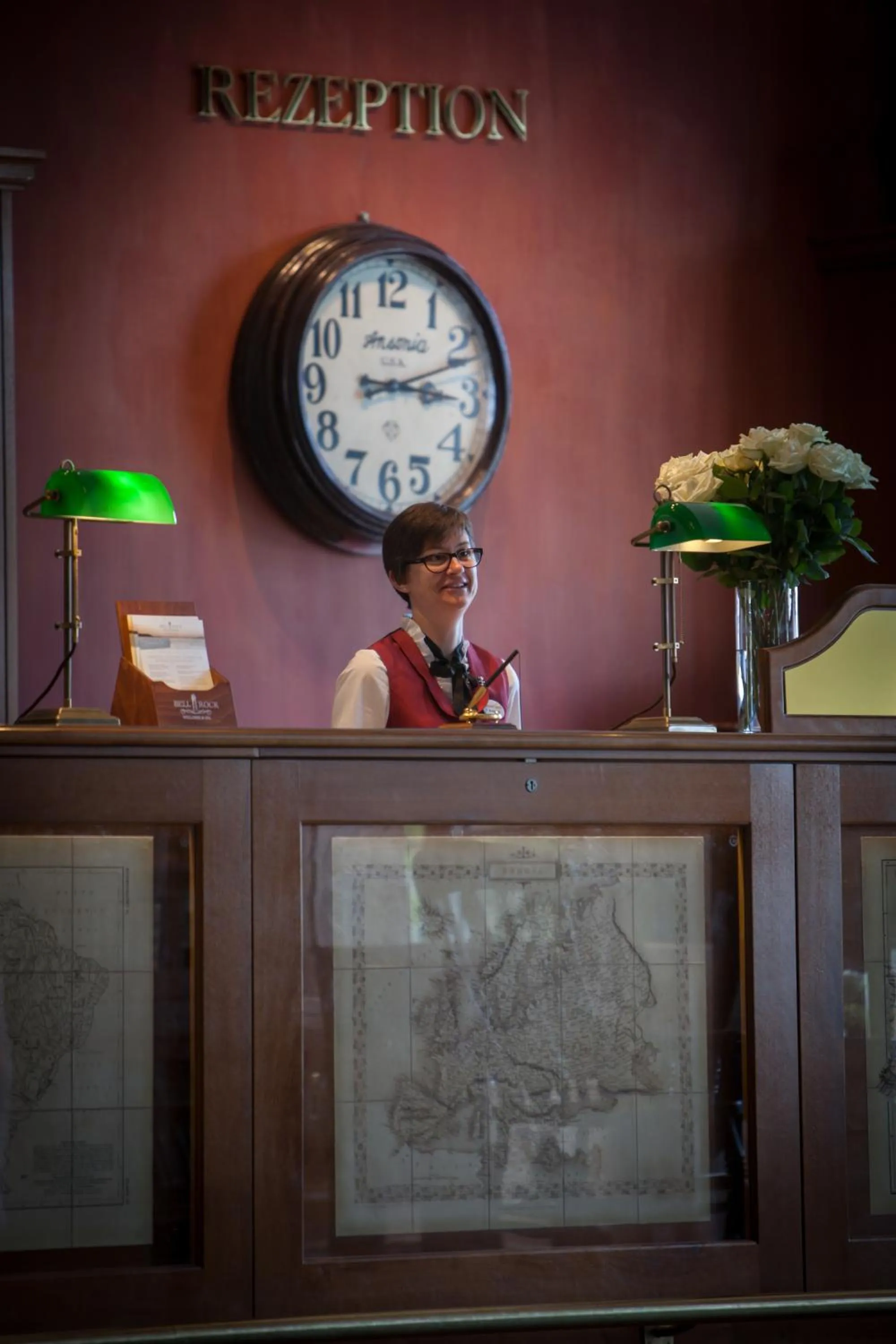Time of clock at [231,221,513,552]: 3:11
